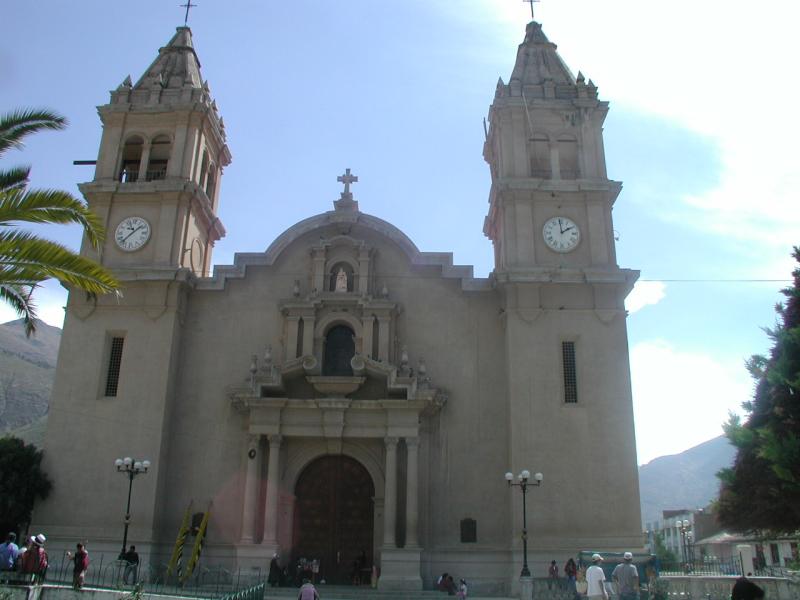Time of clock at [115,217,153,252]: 1:37
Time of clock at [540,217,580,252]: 1:59
